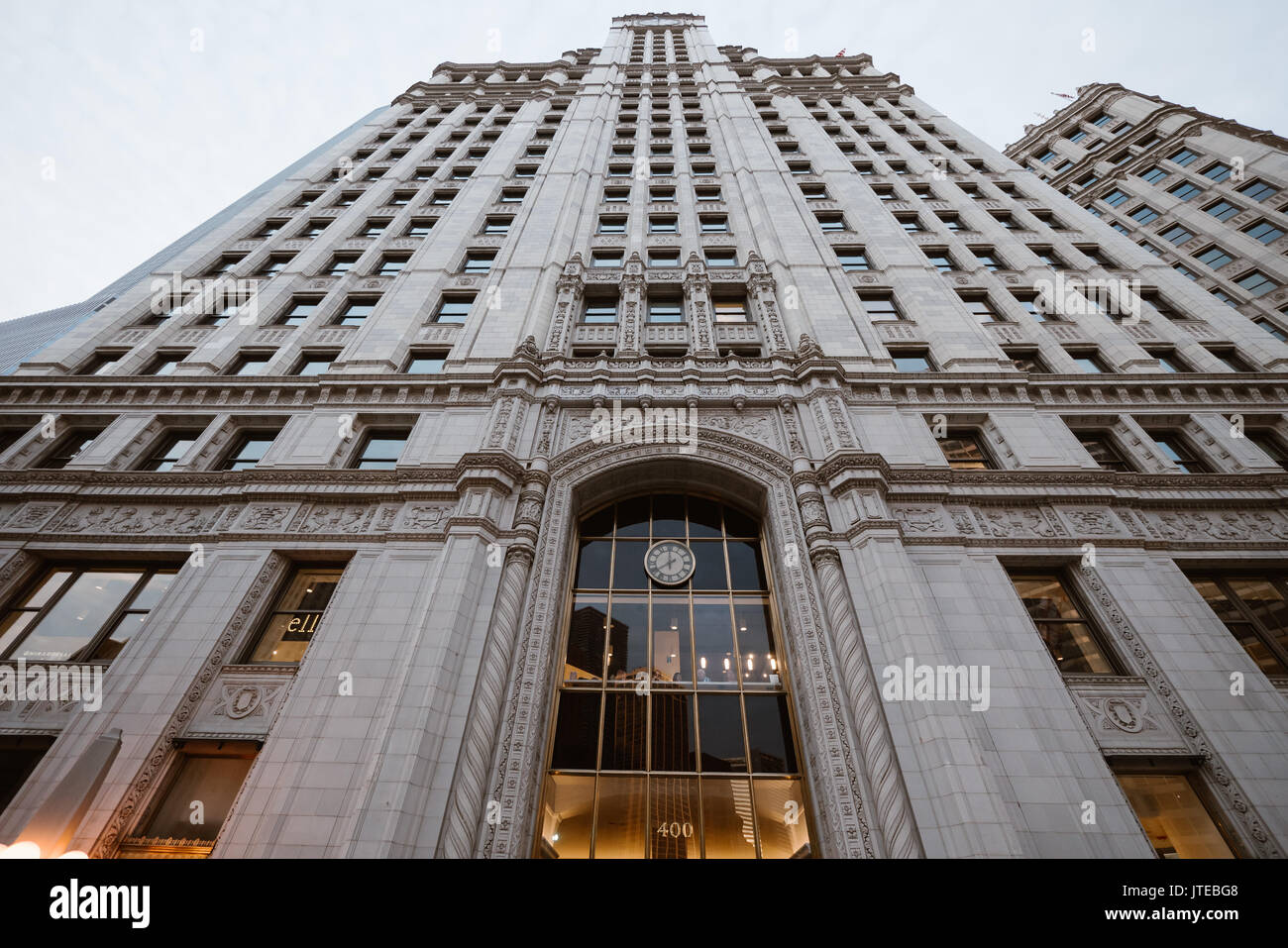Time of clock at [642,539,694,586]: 7:59
